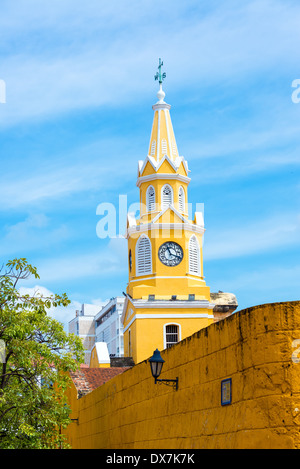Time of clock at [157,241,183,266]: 11:18
